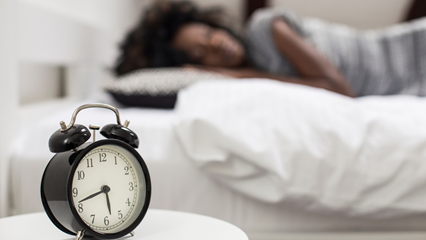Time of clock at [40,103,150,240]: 5:42
